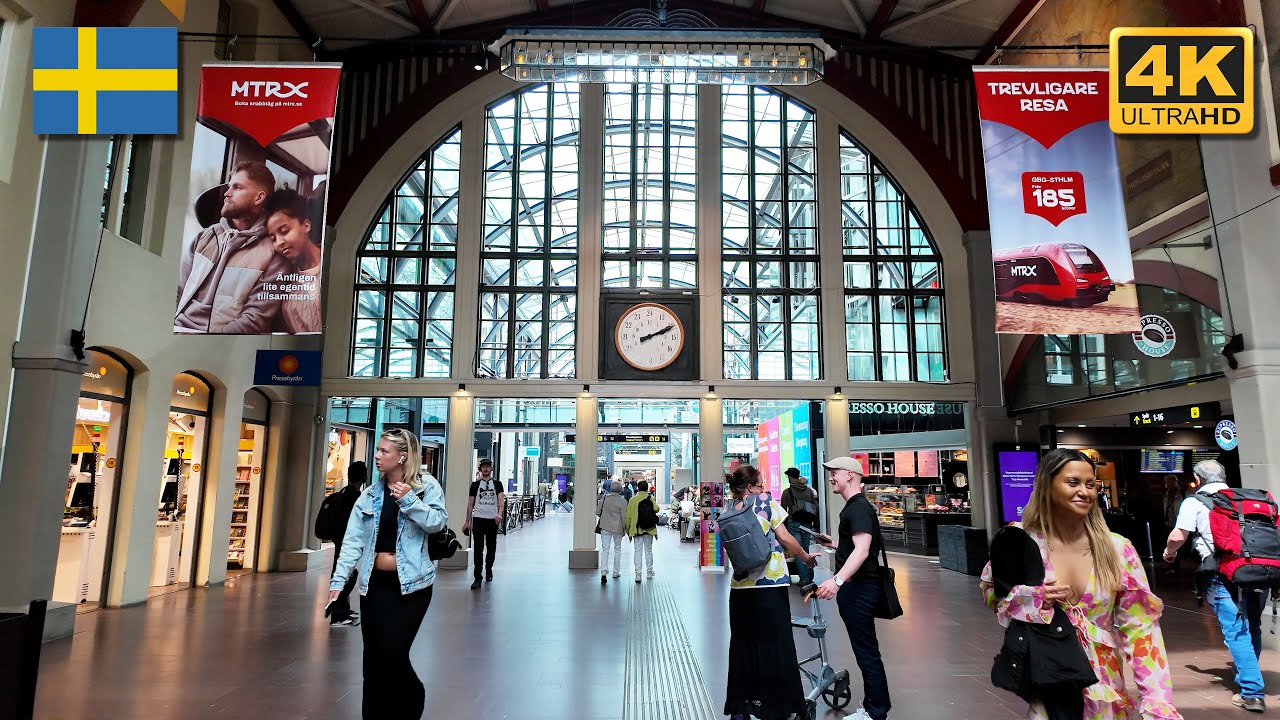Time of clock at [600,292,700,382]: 2:10
